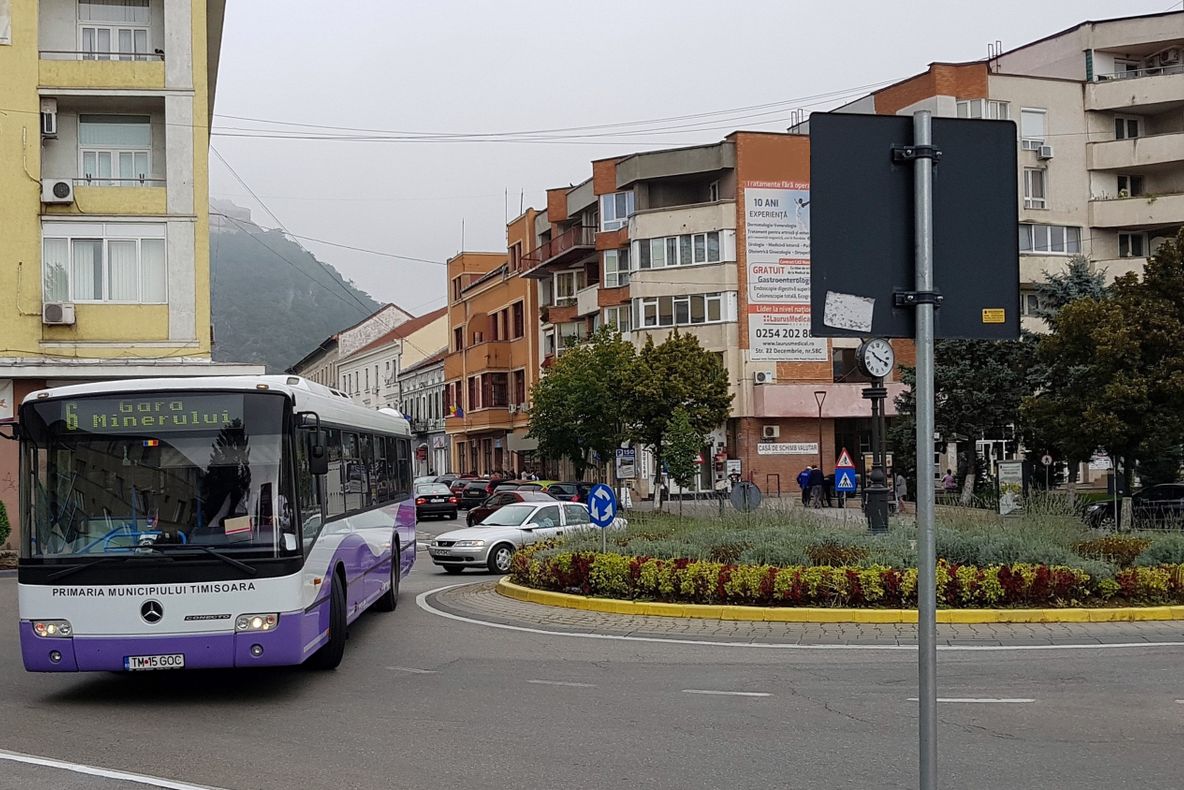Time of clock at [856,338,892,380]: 10:18
